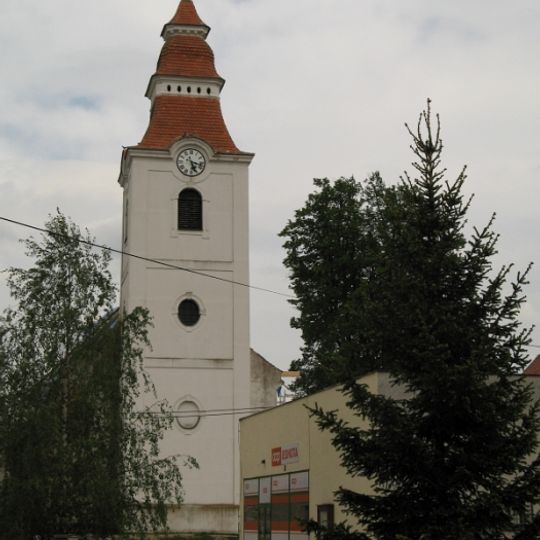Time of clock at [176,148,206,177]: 5:17
